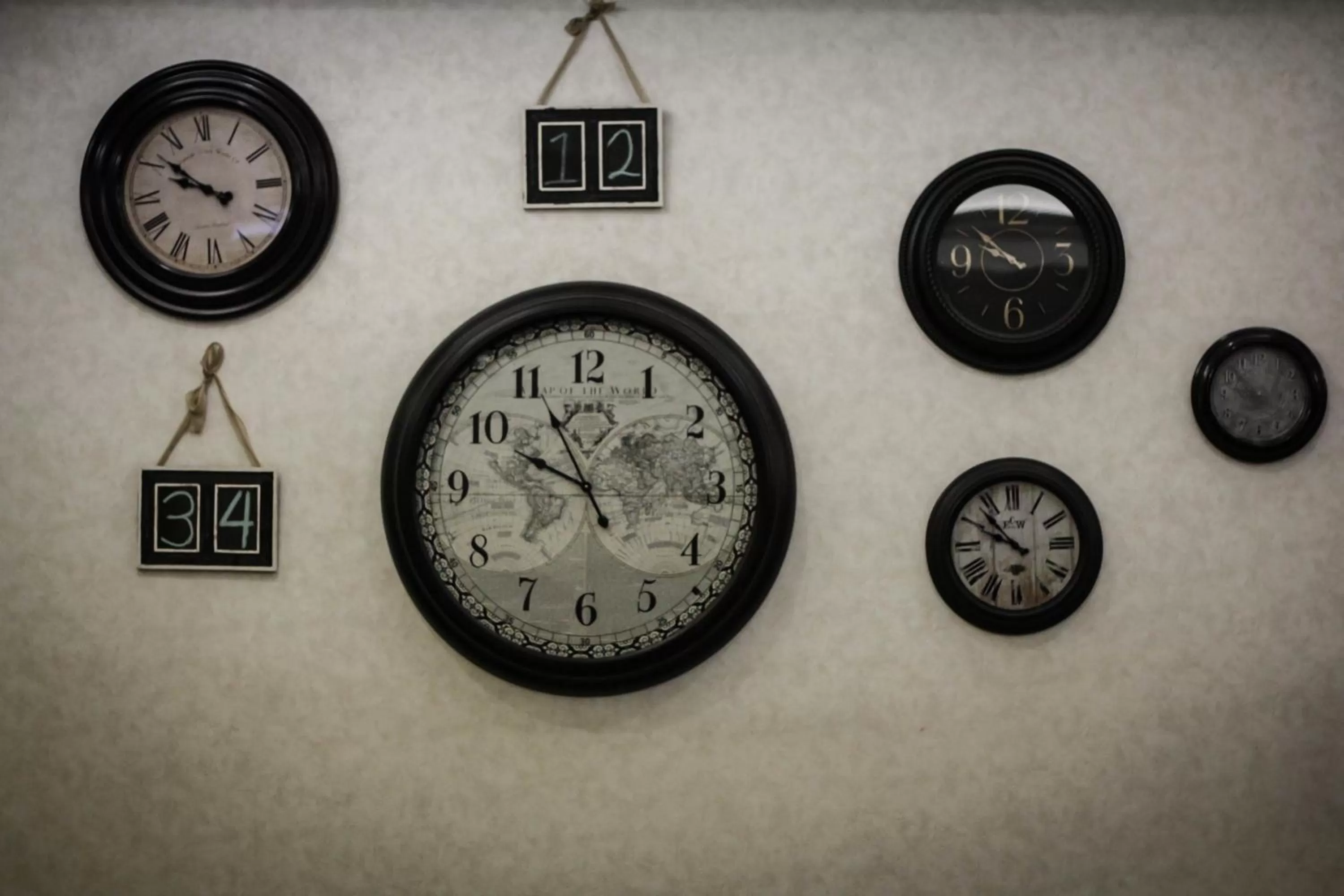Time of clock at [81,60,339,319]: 9:51
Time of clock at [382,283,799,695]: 9:55
